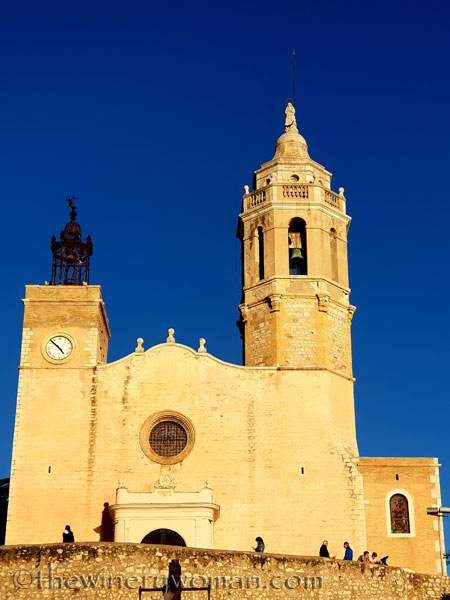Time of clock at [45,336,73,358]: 4:52
